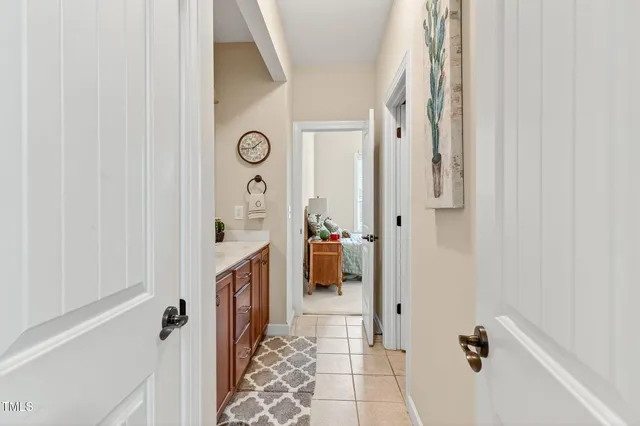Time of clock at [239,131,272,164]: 1:43
